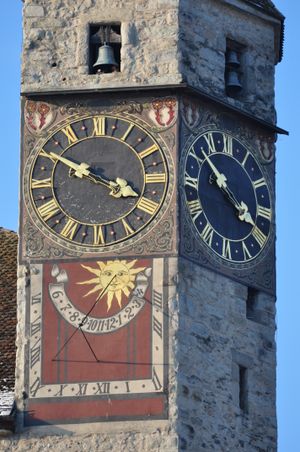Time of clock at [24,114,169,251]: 3:49
